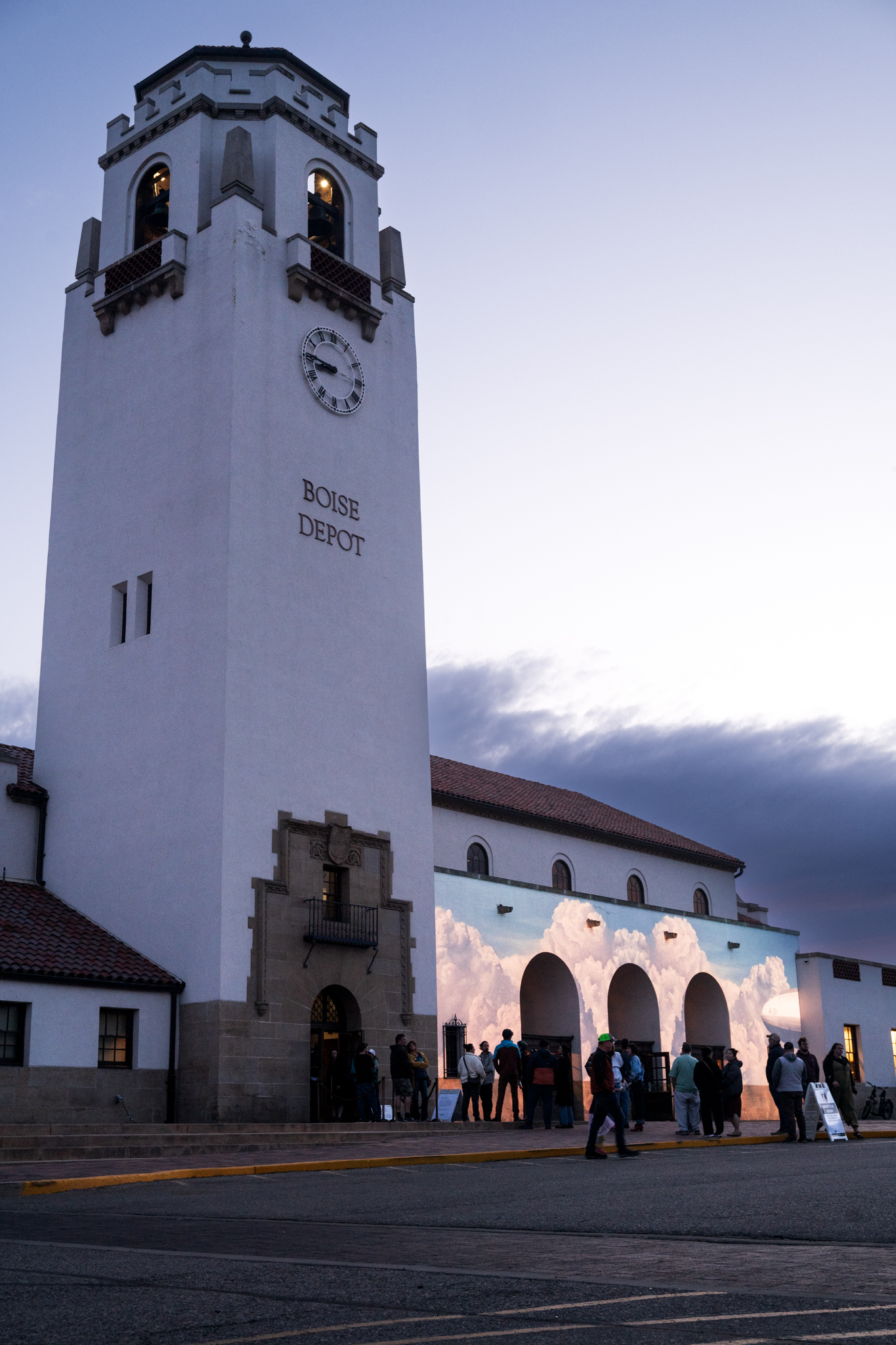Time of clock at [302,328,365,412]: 8:45
